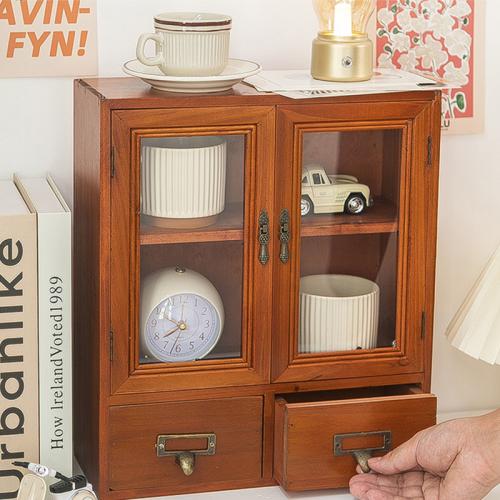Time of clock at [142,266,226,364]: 7:48
